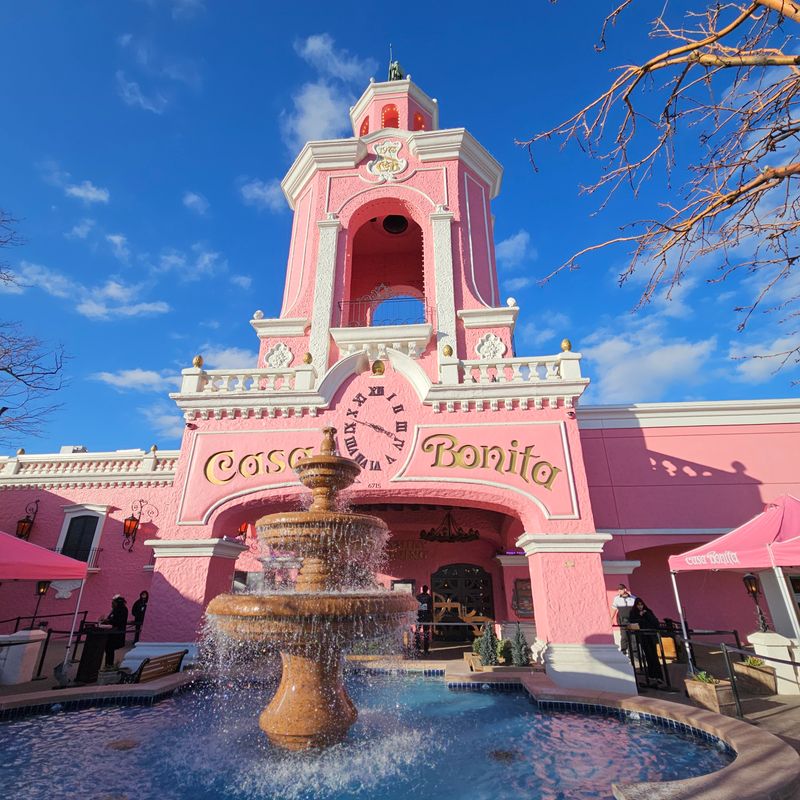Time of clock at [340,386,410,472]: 3:47
